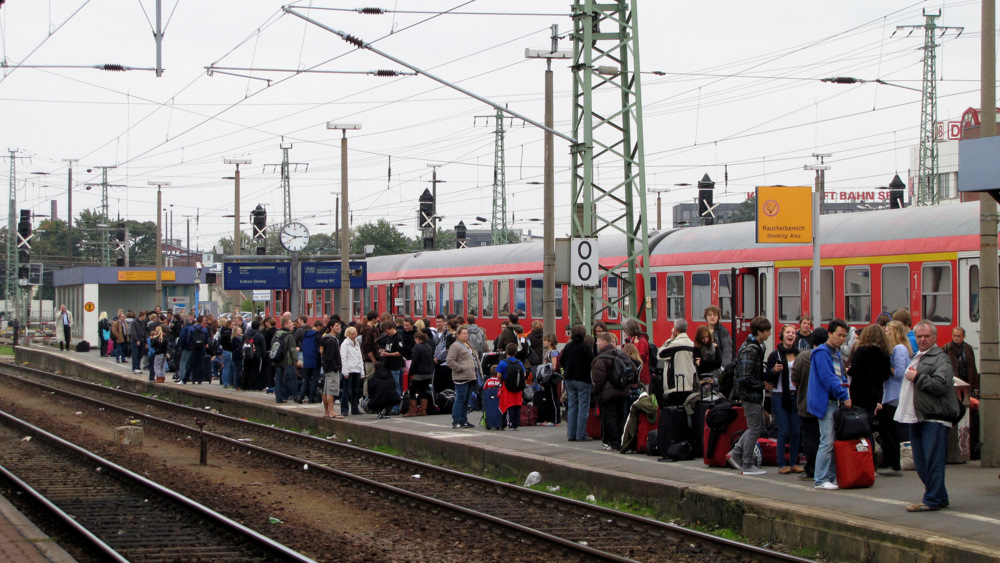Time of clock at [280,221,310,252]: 2:48
